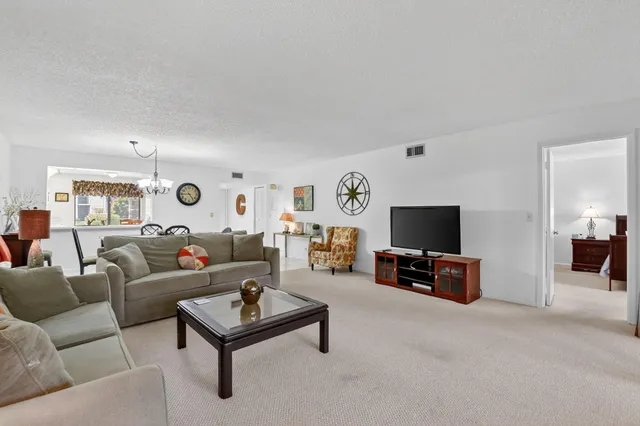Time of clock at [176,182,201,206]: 4:44
